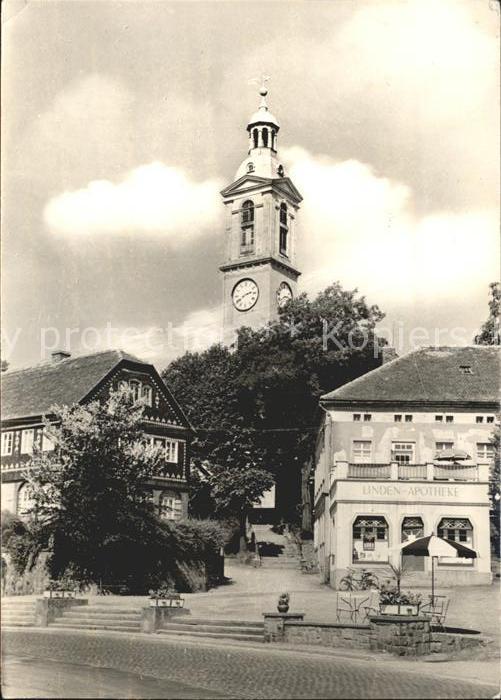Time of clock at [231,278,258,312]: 2:40
